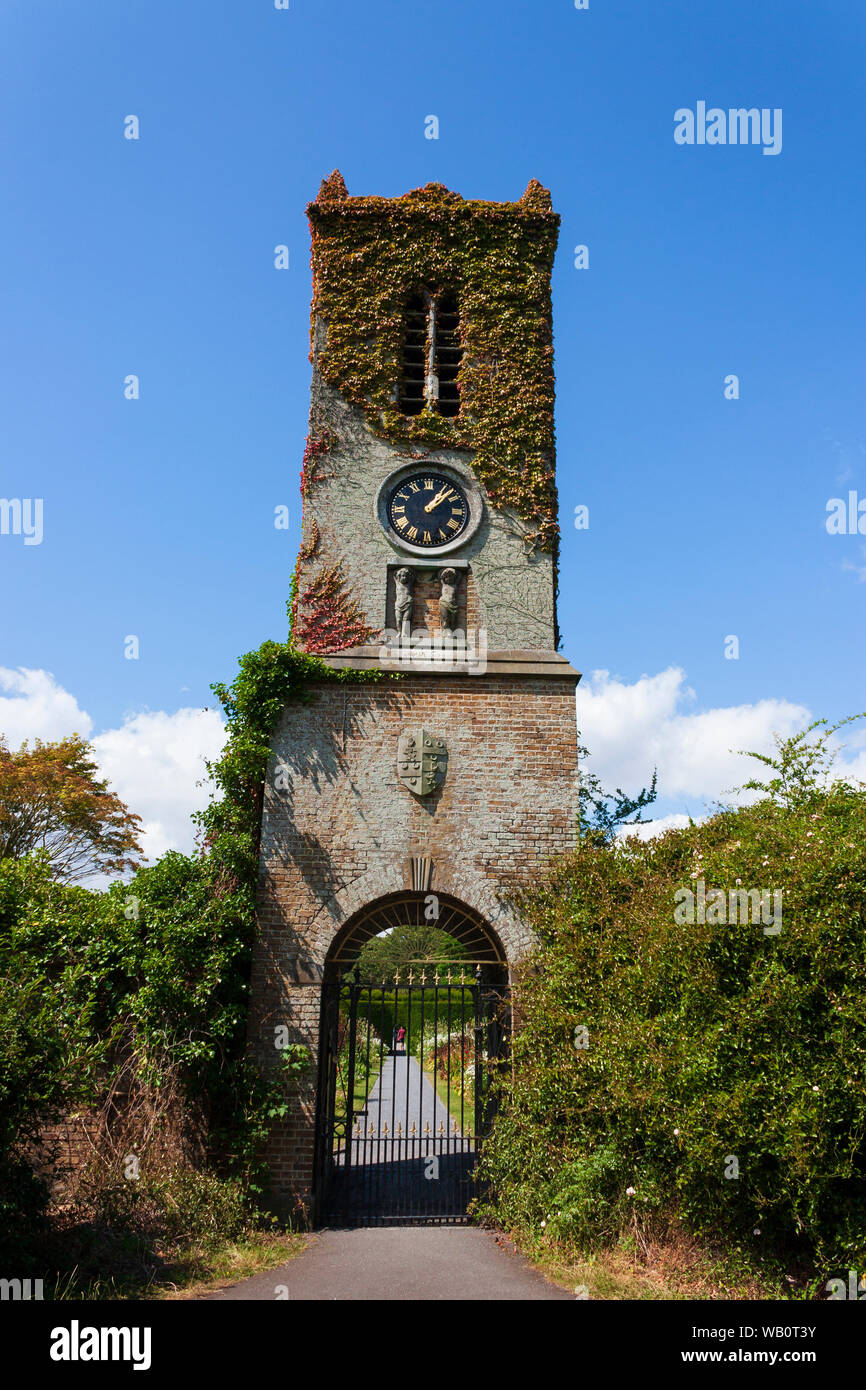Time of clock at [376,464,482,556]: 1:07
